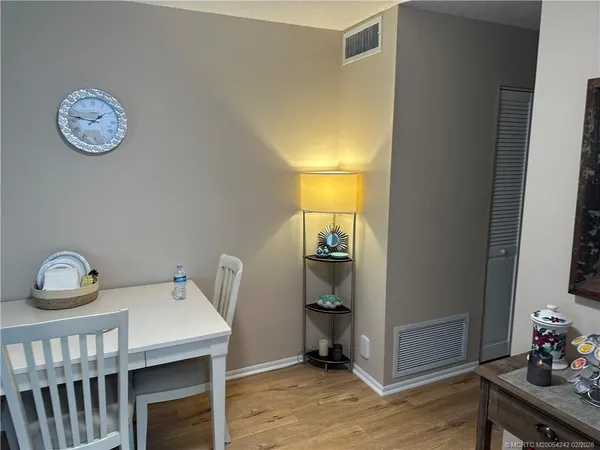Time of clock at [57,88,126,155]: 1:46
